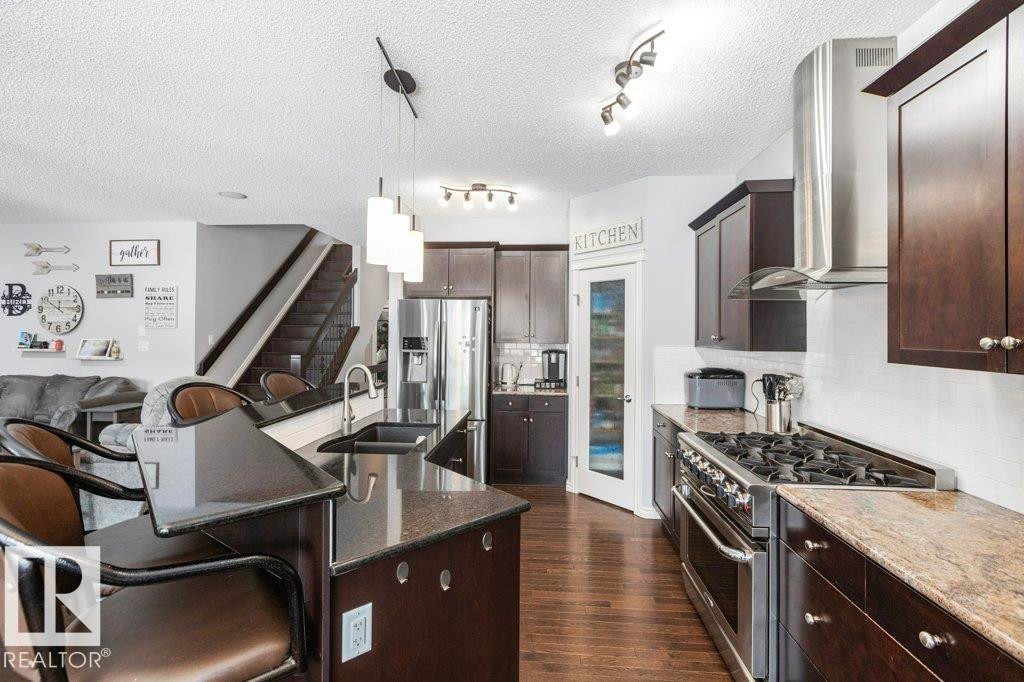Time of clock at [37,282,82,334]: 10:14
